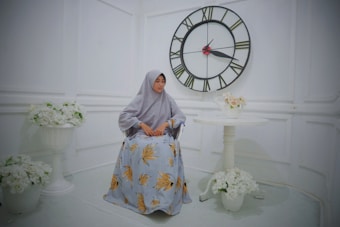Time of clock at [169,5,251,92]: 3:18
